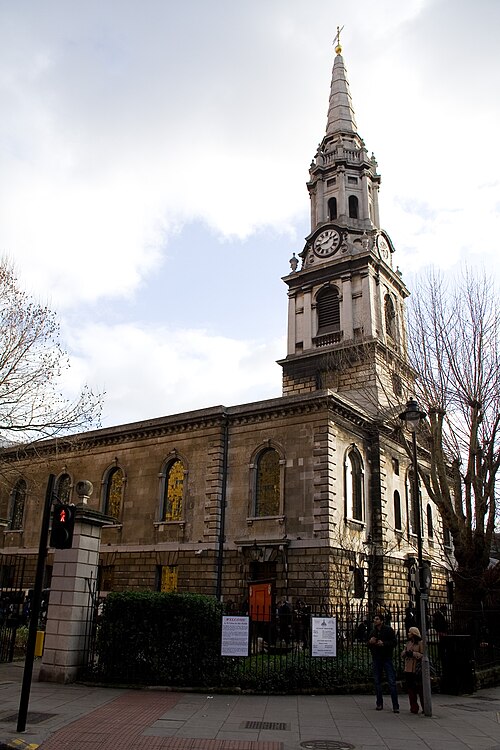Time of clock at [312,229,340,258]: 1:42
